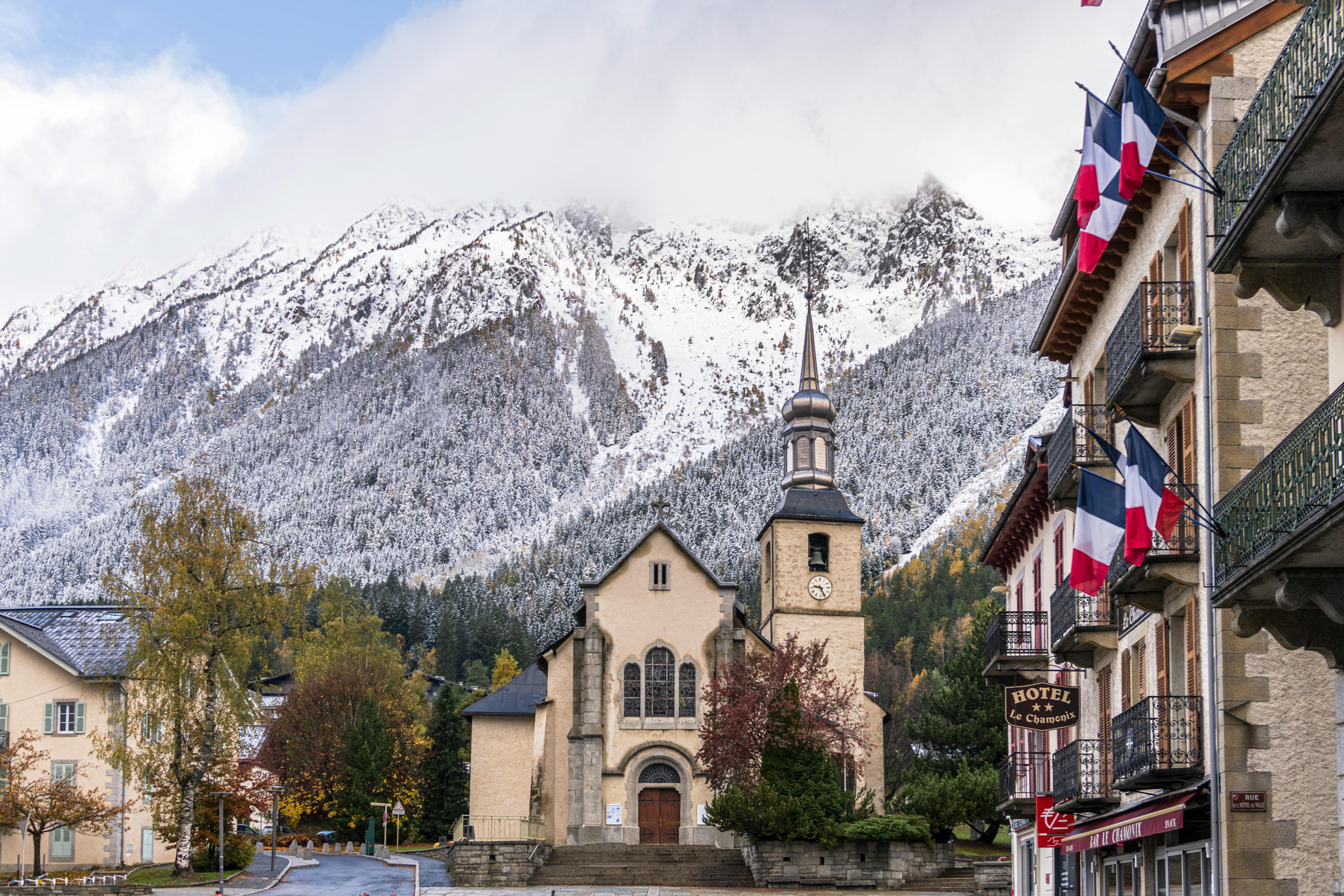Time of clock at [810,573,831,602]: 9:25
